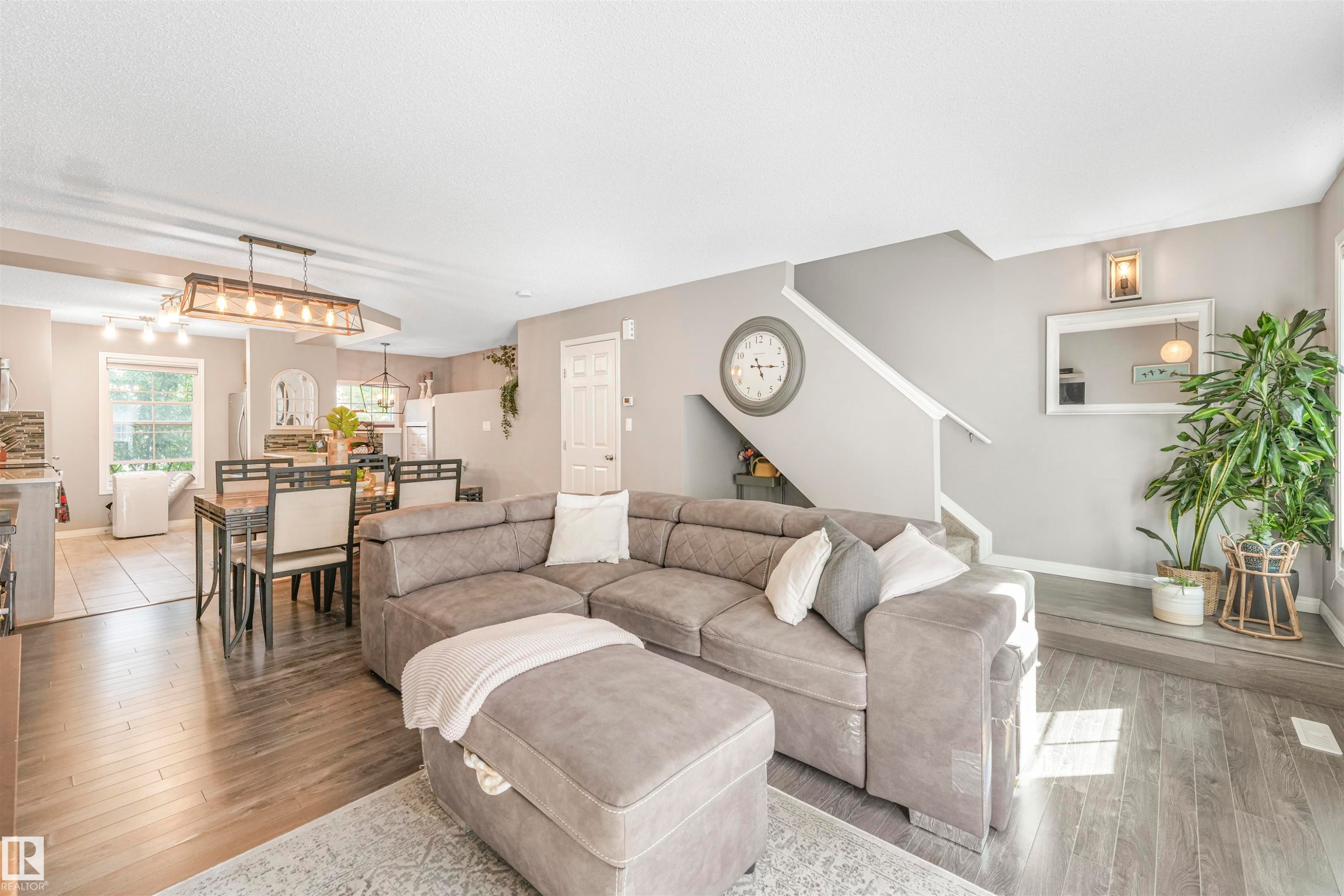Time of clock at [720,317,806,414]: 5:15
